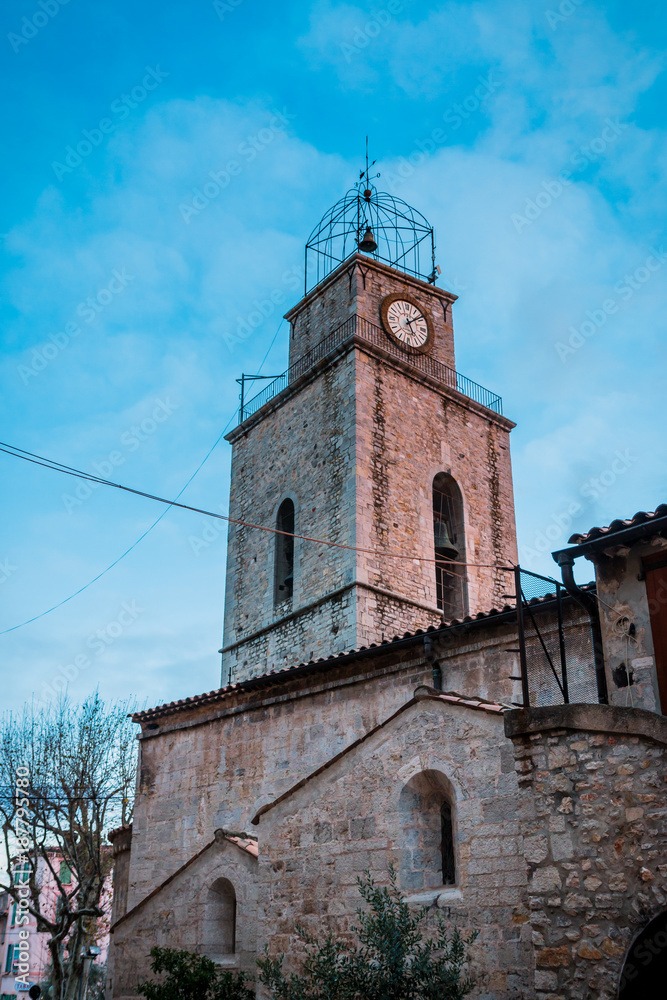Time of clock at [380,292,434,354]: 5:08
